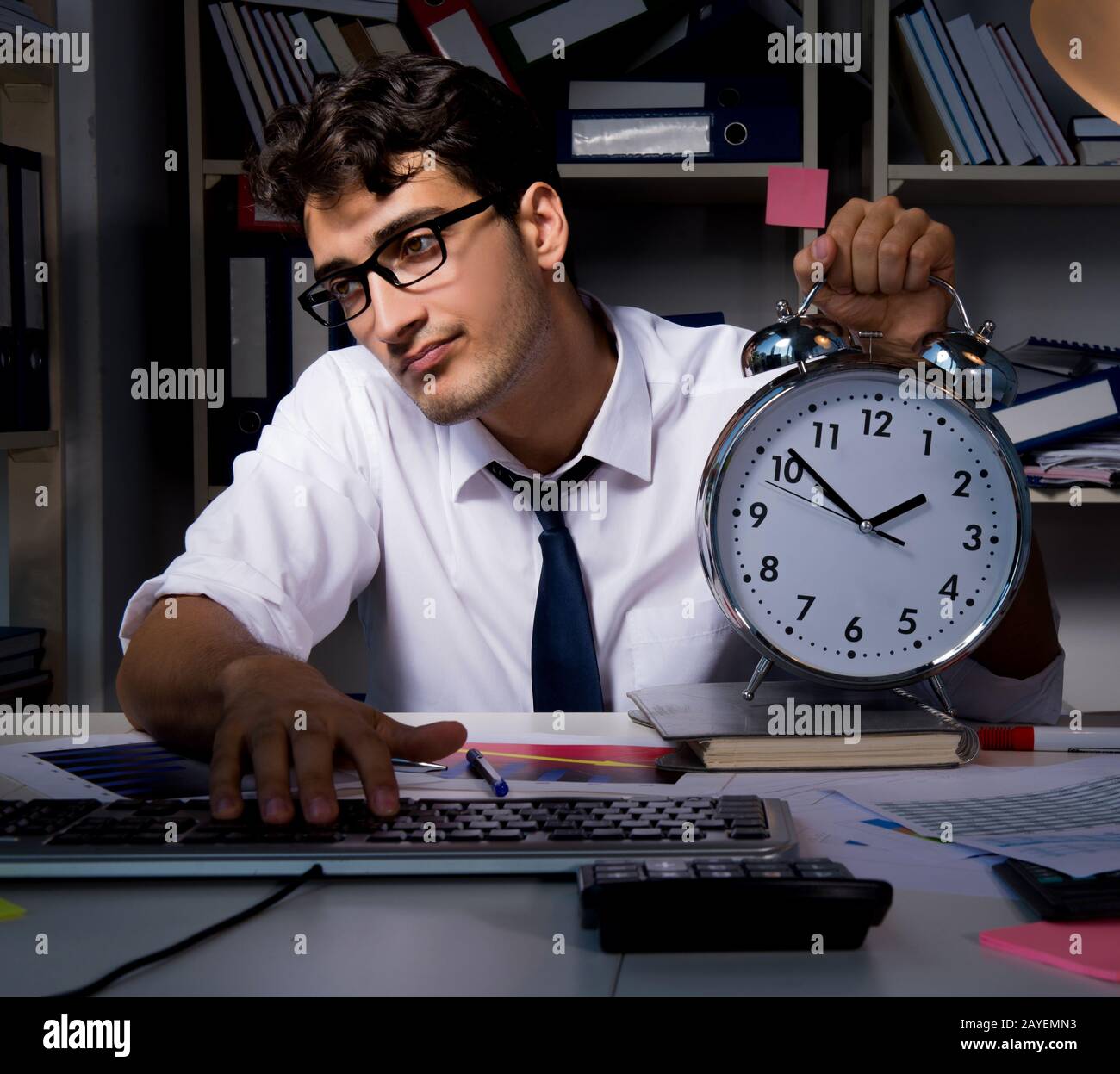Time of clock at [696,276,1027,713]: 1:51
